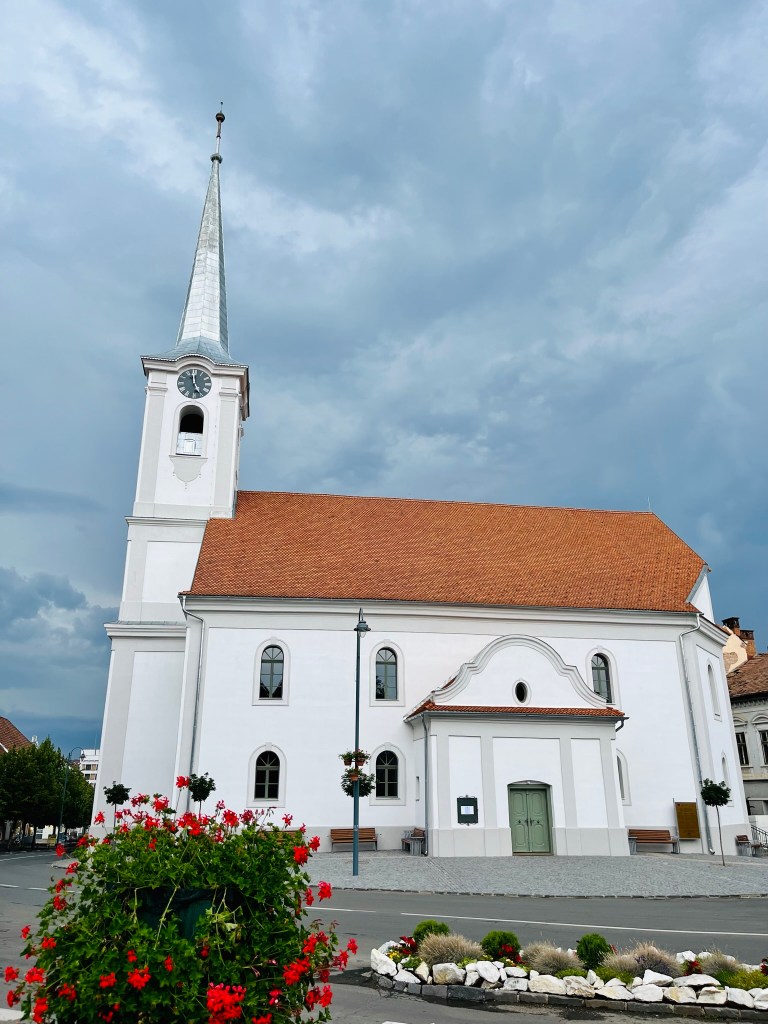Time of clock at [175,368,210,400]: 4:59
